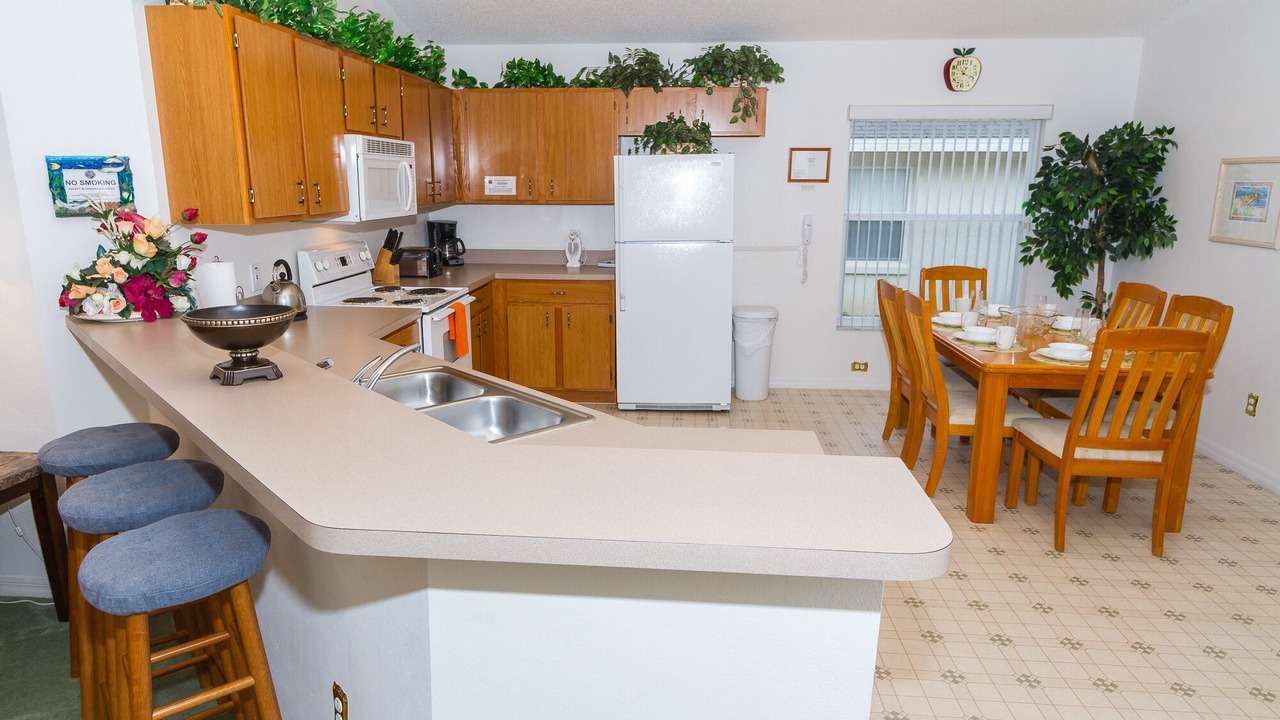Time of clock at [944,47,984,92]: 12:18
